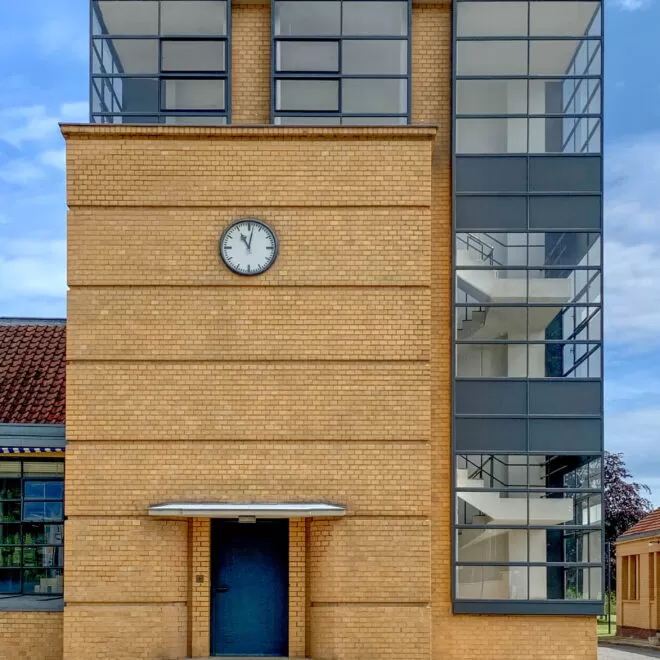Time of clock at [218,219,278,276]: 11:01
